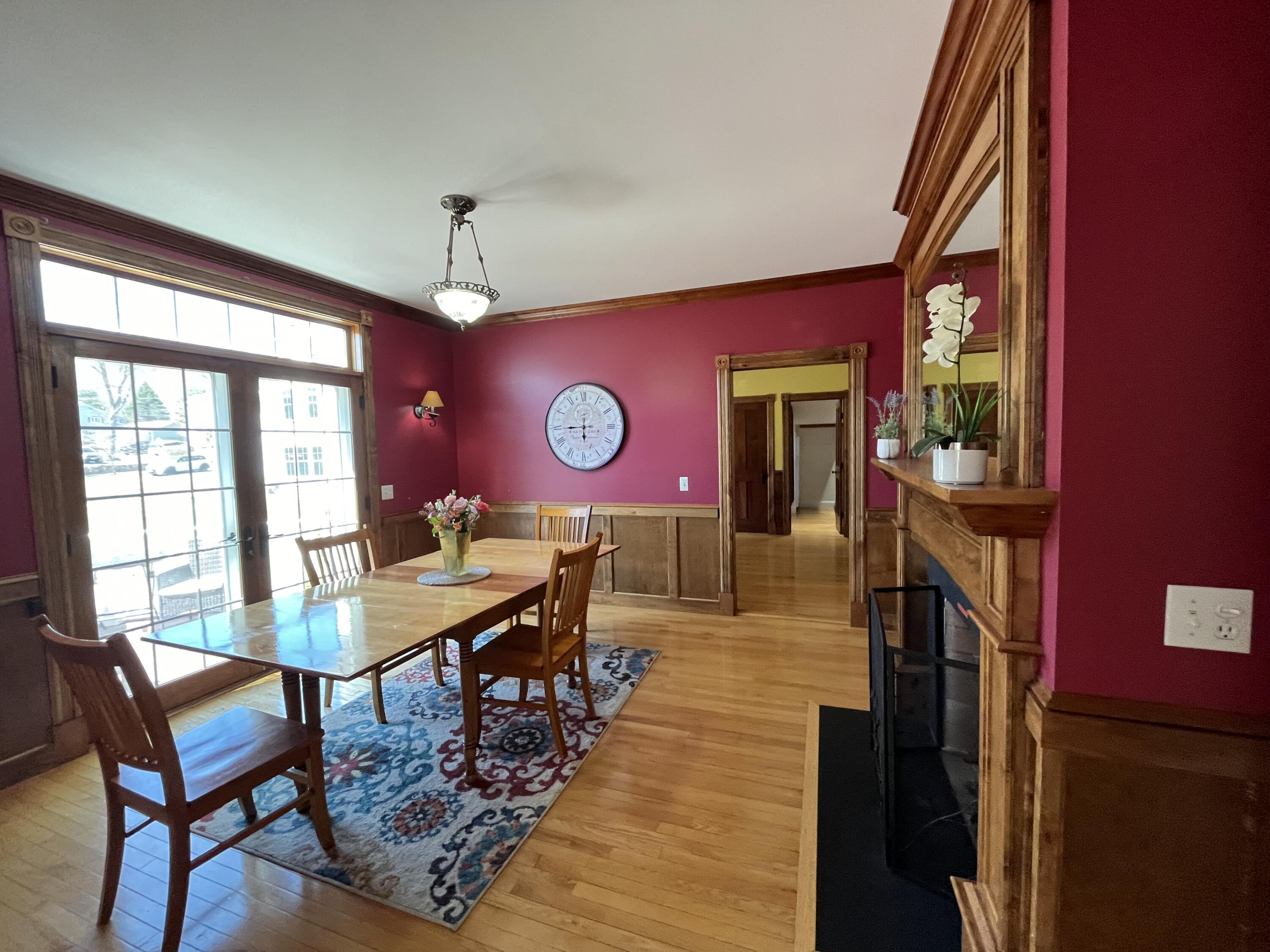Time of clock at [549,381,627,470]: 5:44
